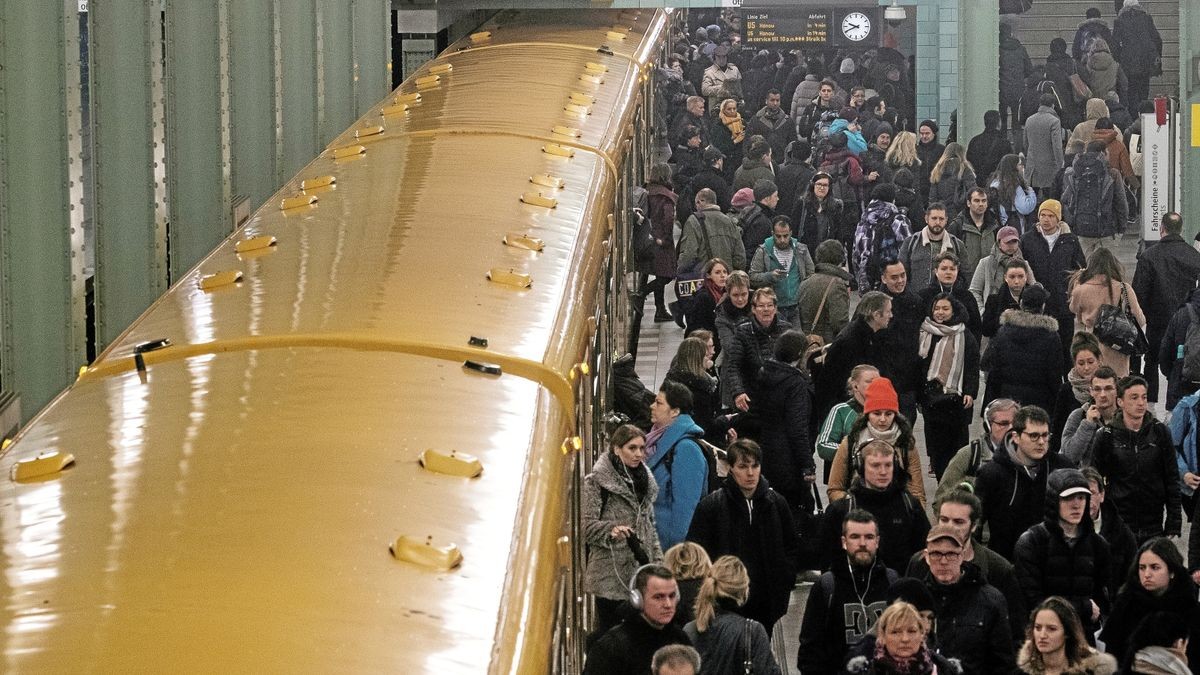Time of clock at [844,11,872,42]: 9:41
